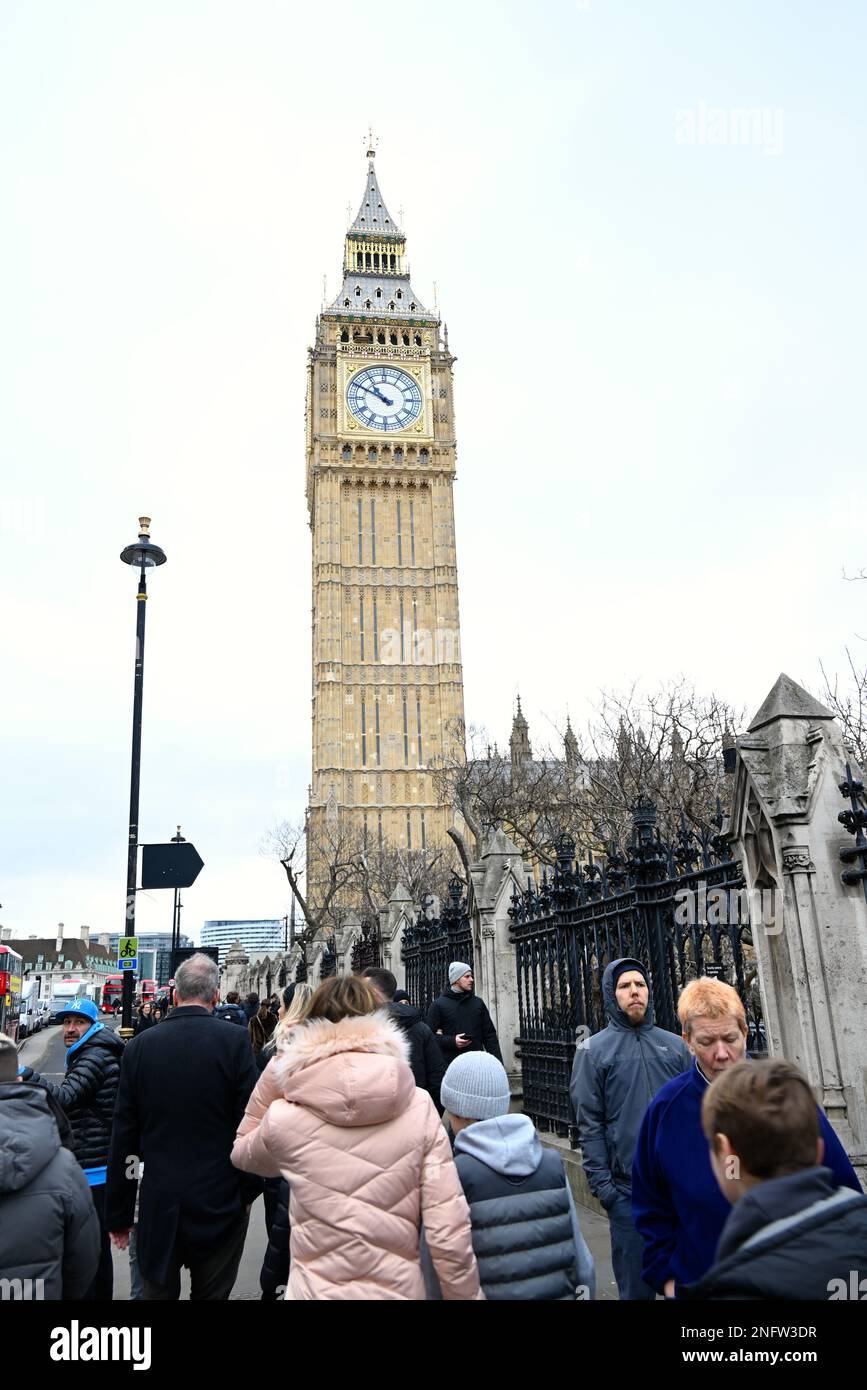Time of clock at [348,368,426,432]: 10:49
